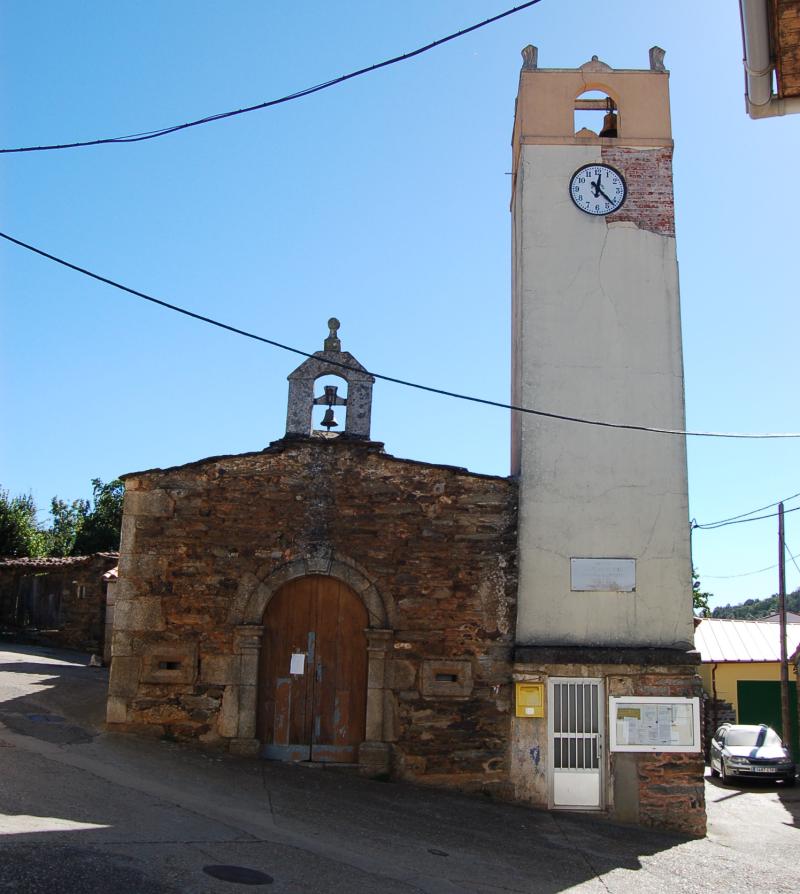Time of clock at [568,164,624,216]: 12:22
